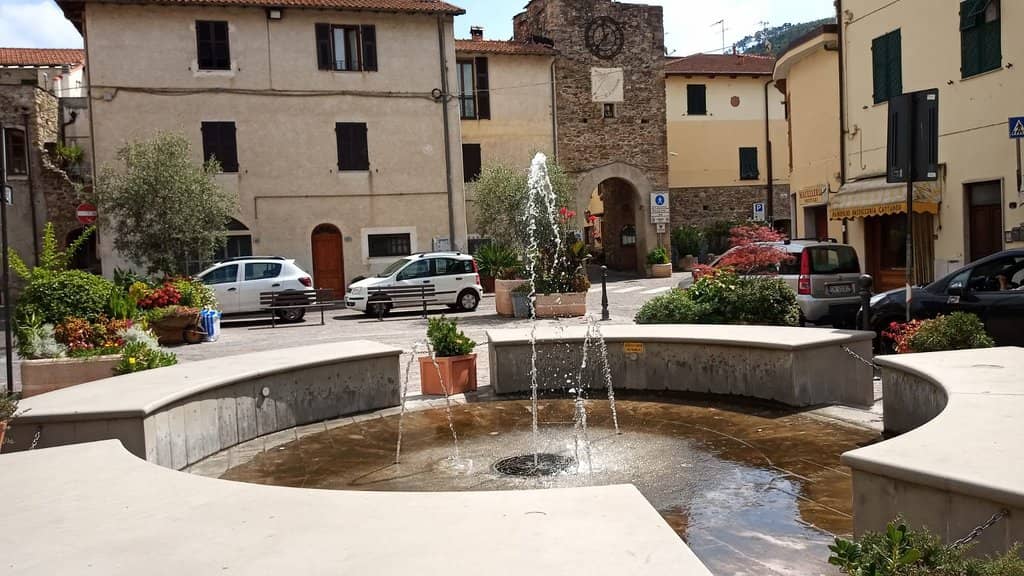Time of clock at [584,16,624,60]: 11:37
